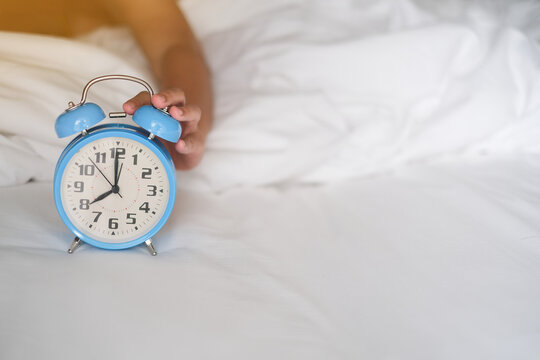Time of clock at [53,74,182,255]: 7:59
